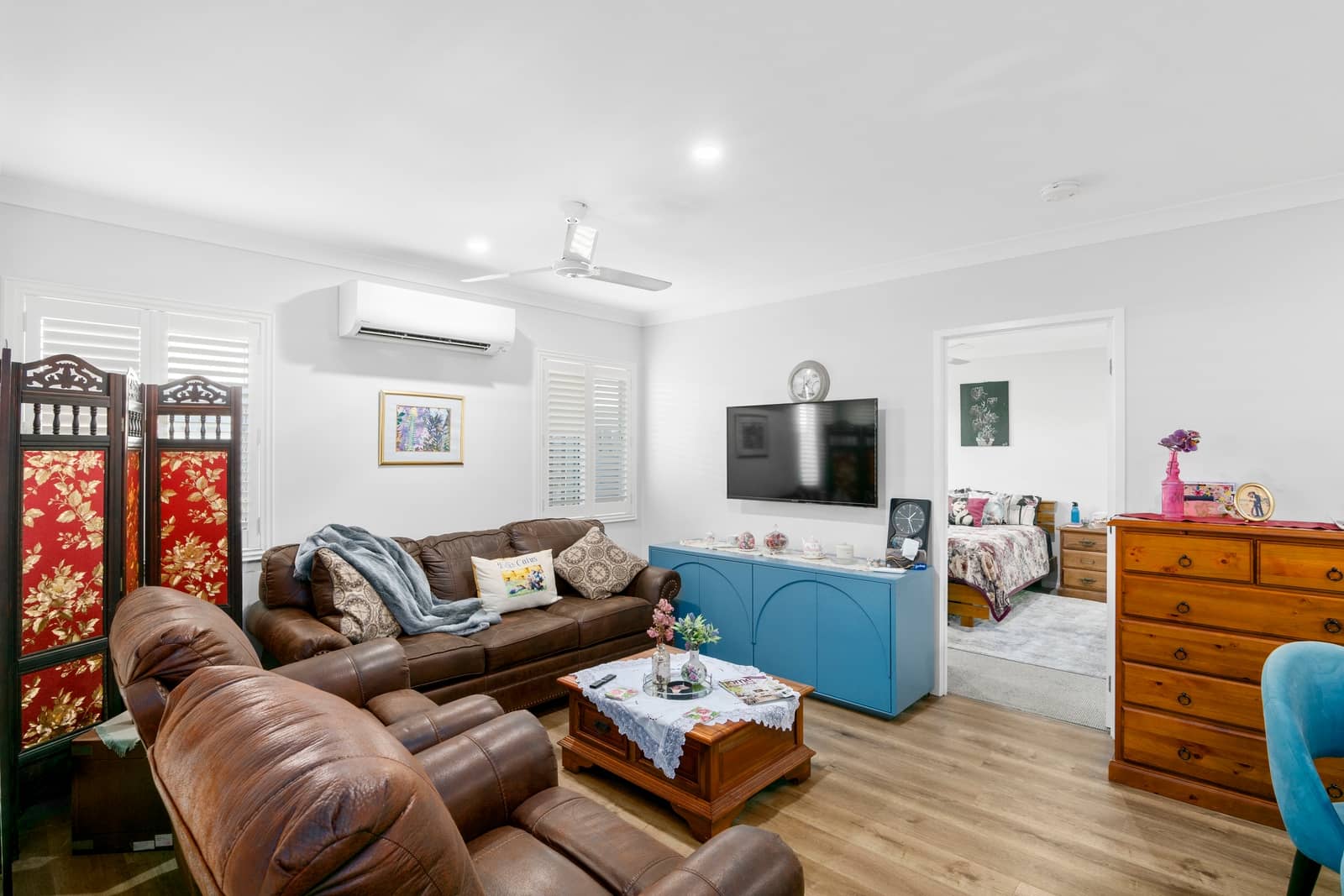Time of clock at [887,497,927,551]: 1:26
